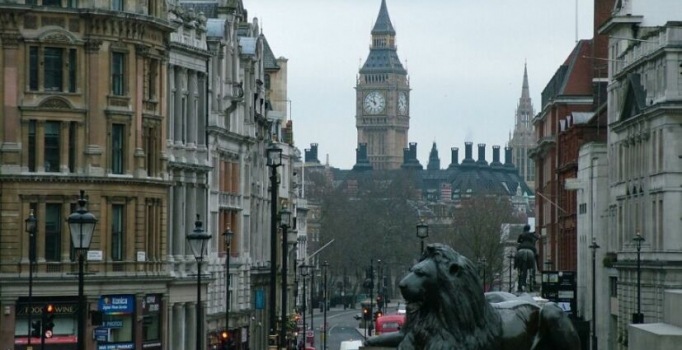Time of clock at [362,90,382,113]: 9:57
